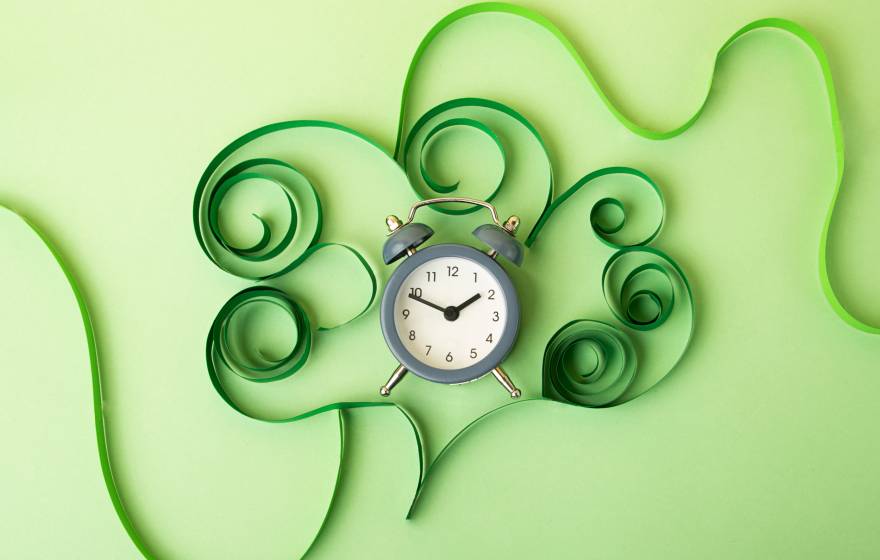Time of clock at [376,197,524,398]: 1:48
